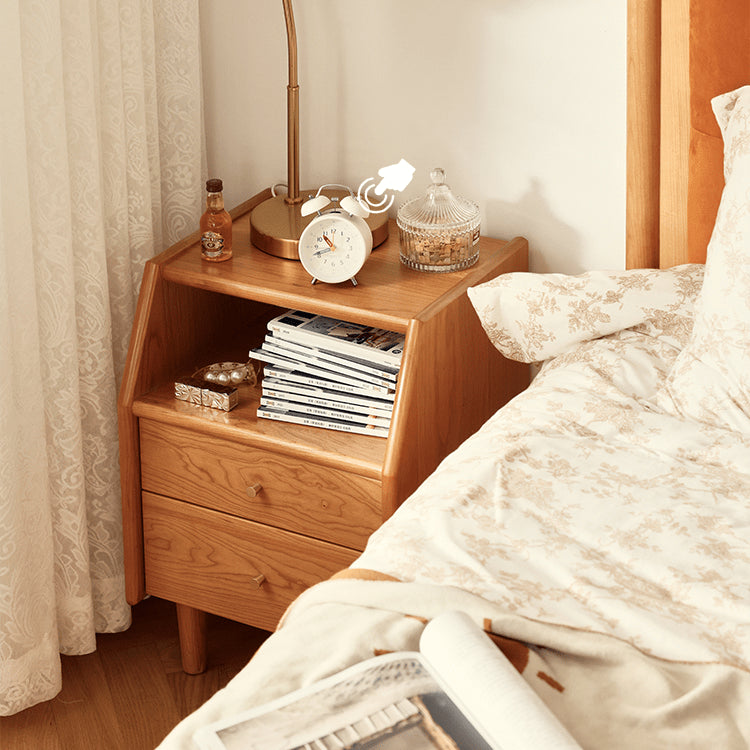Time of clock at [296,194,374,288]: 10:41
